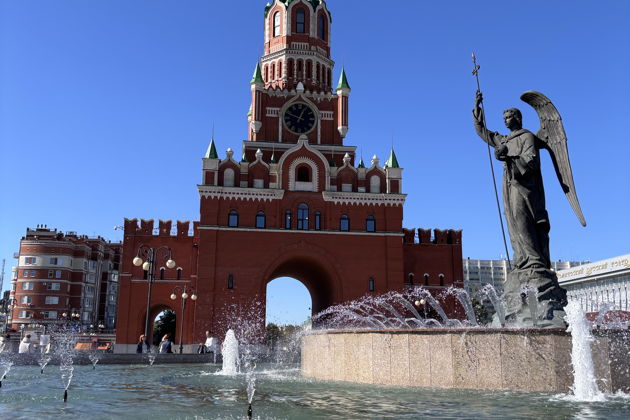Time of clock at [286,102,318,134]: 12:48
